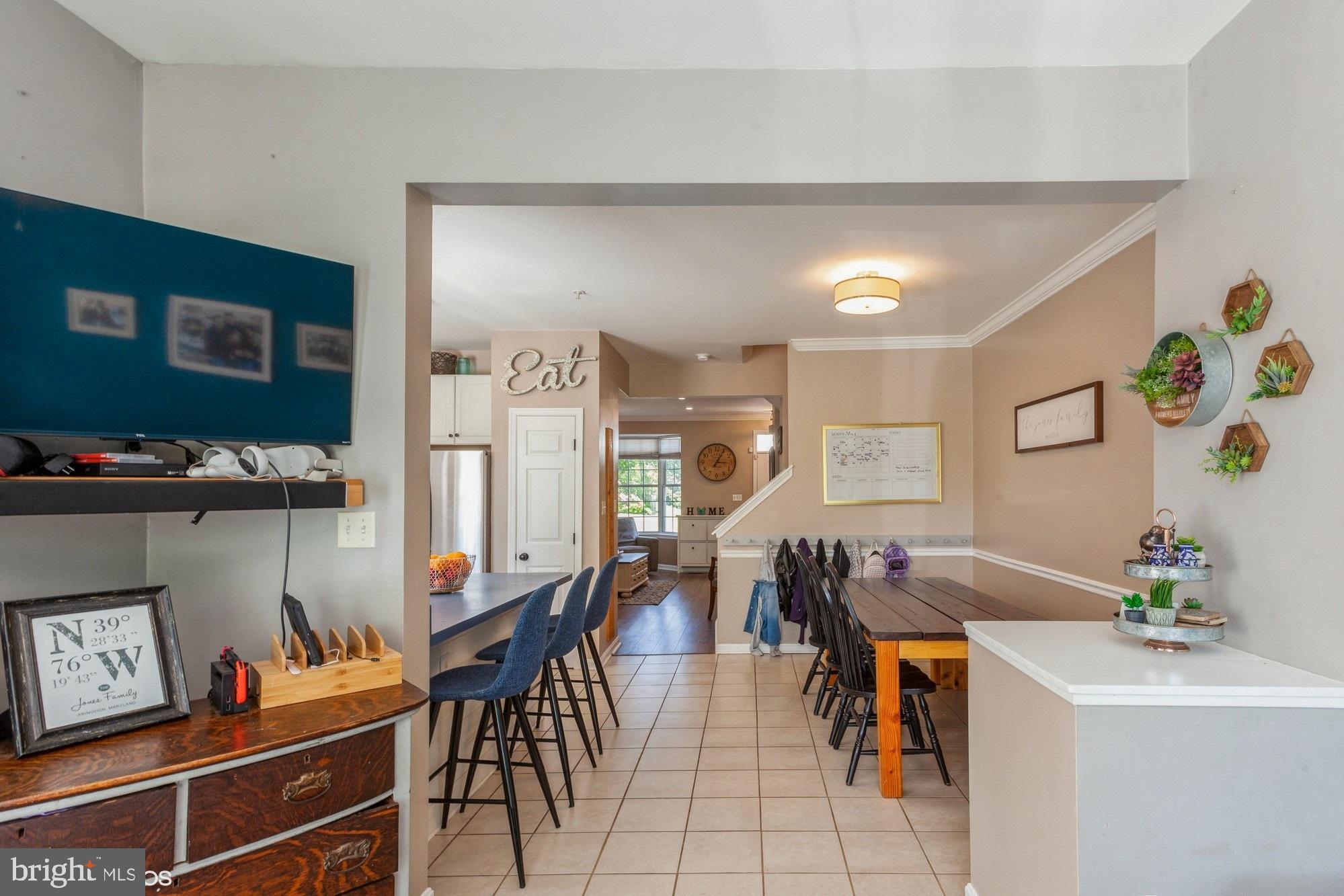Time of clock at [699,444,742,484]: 3:04
